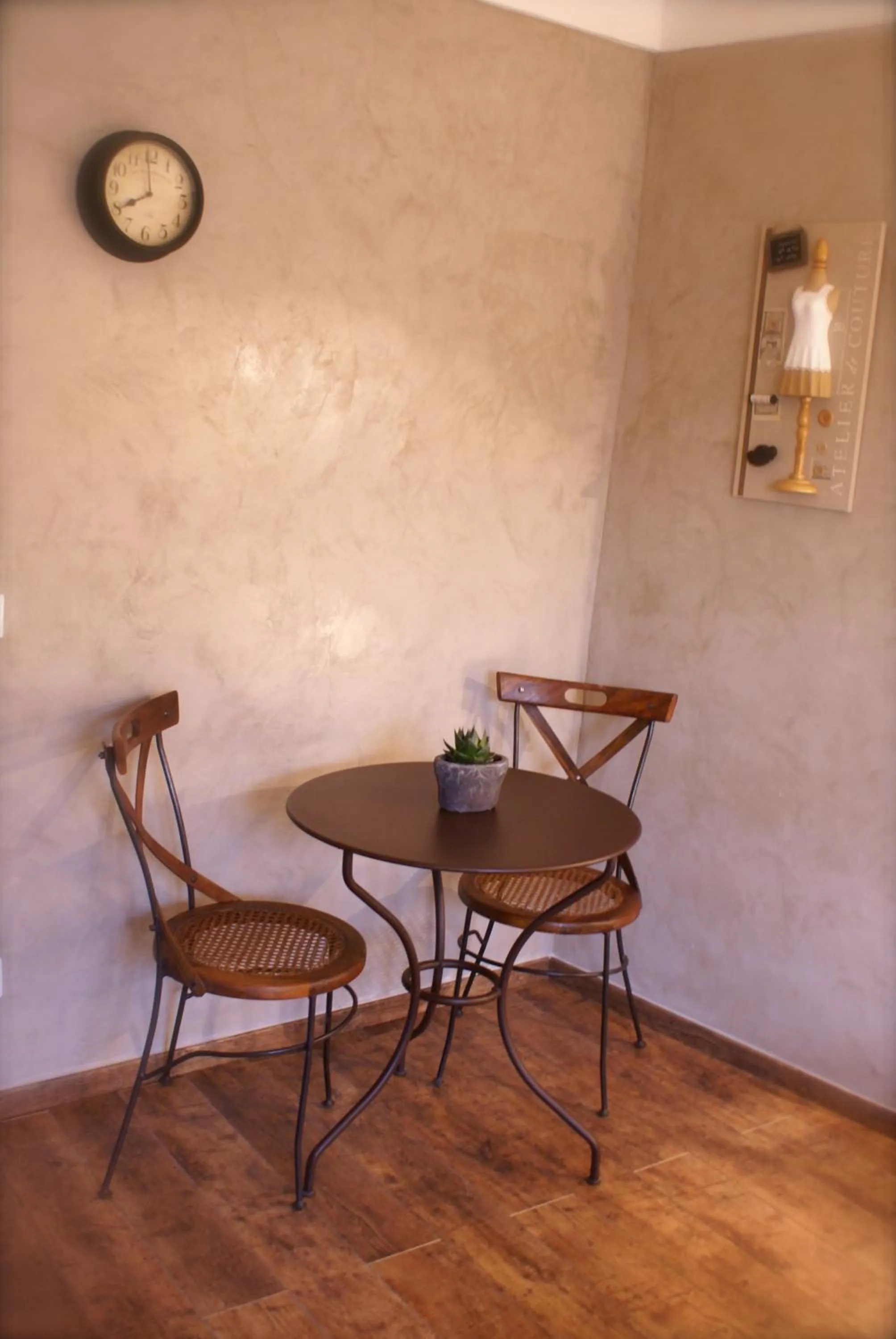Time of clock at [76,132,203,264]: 7:59
